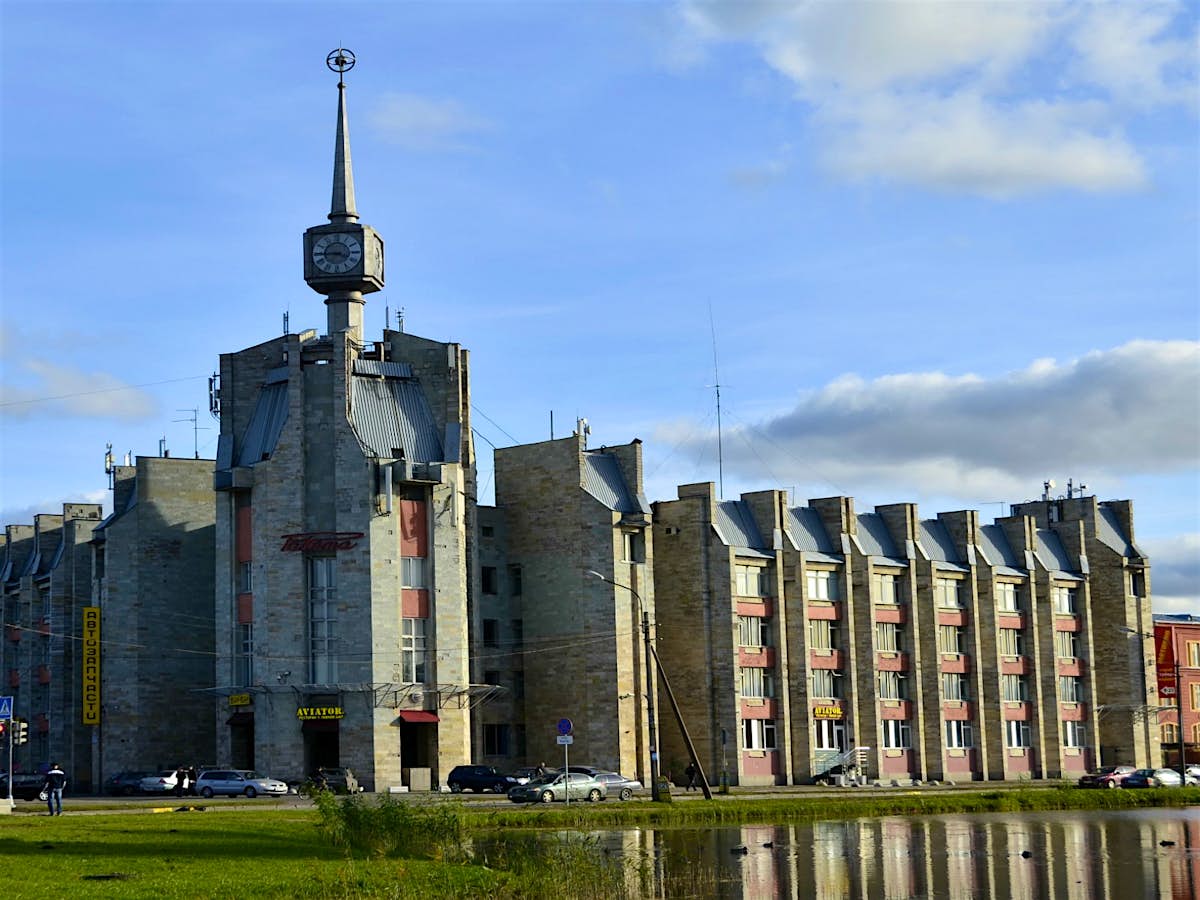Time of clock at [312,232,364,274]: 3:44
